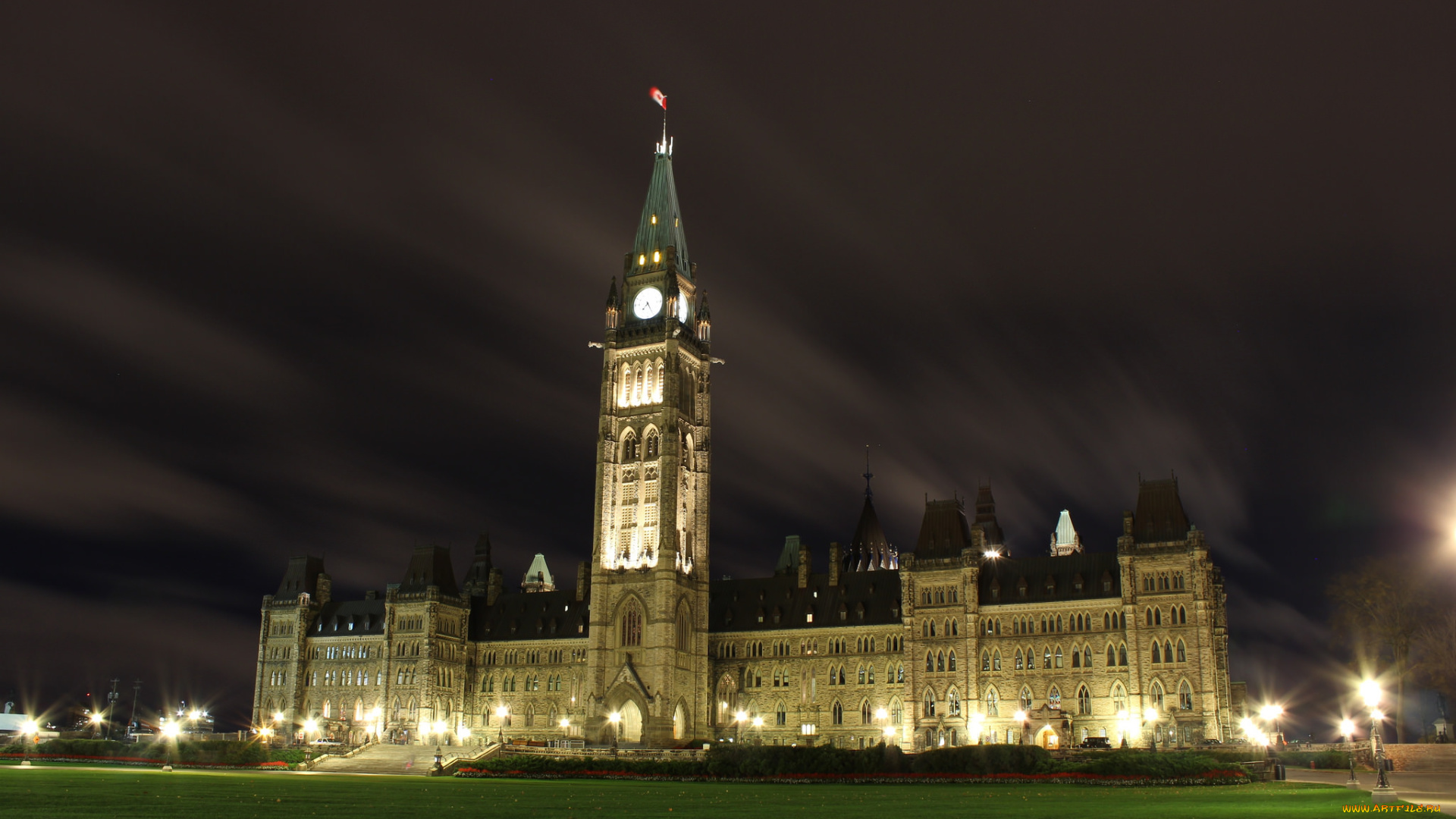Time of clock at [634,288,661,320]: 7:25
